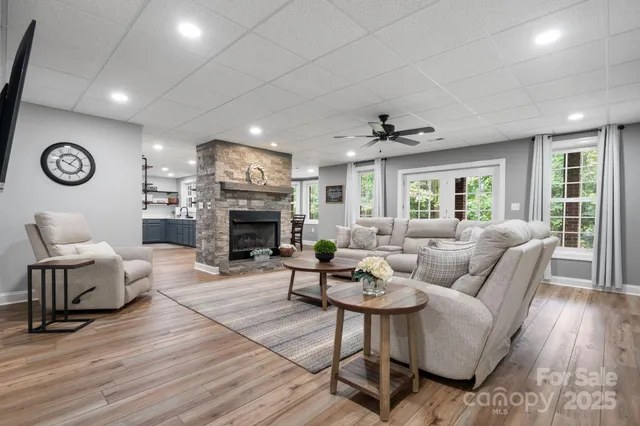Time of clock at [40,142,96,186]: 1:20
